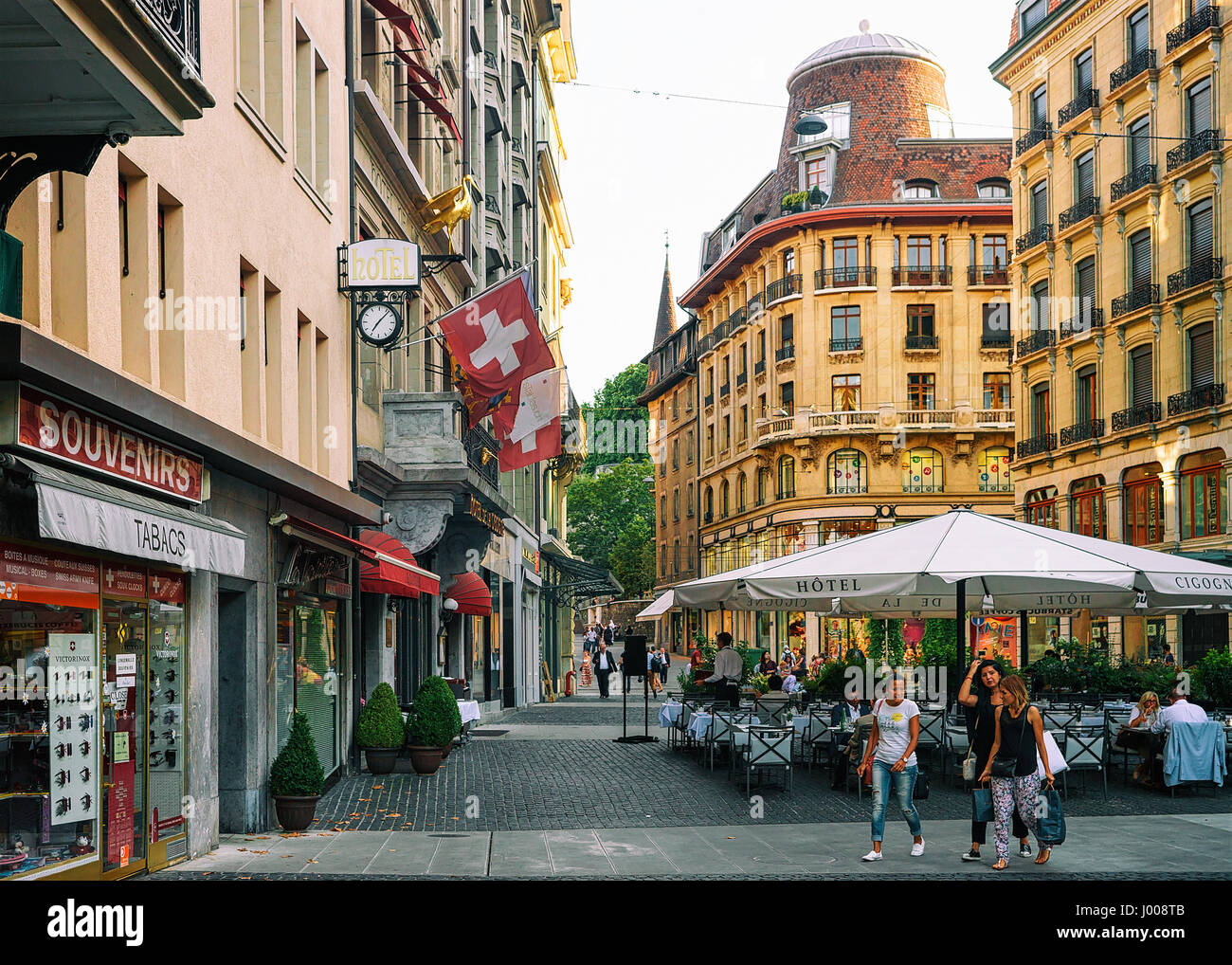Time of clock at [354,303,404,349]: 7:07
